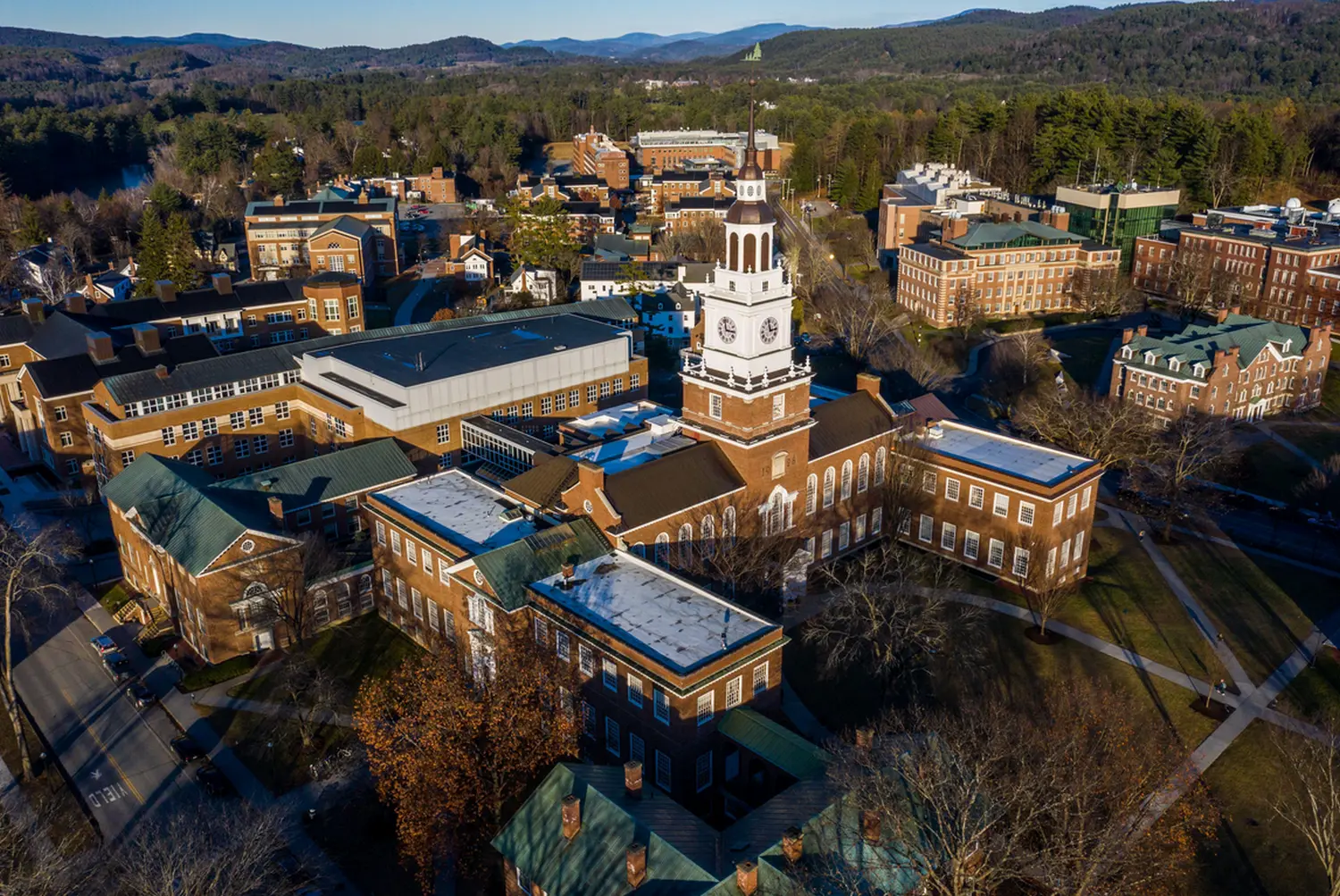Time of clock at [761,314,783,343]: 2:58
